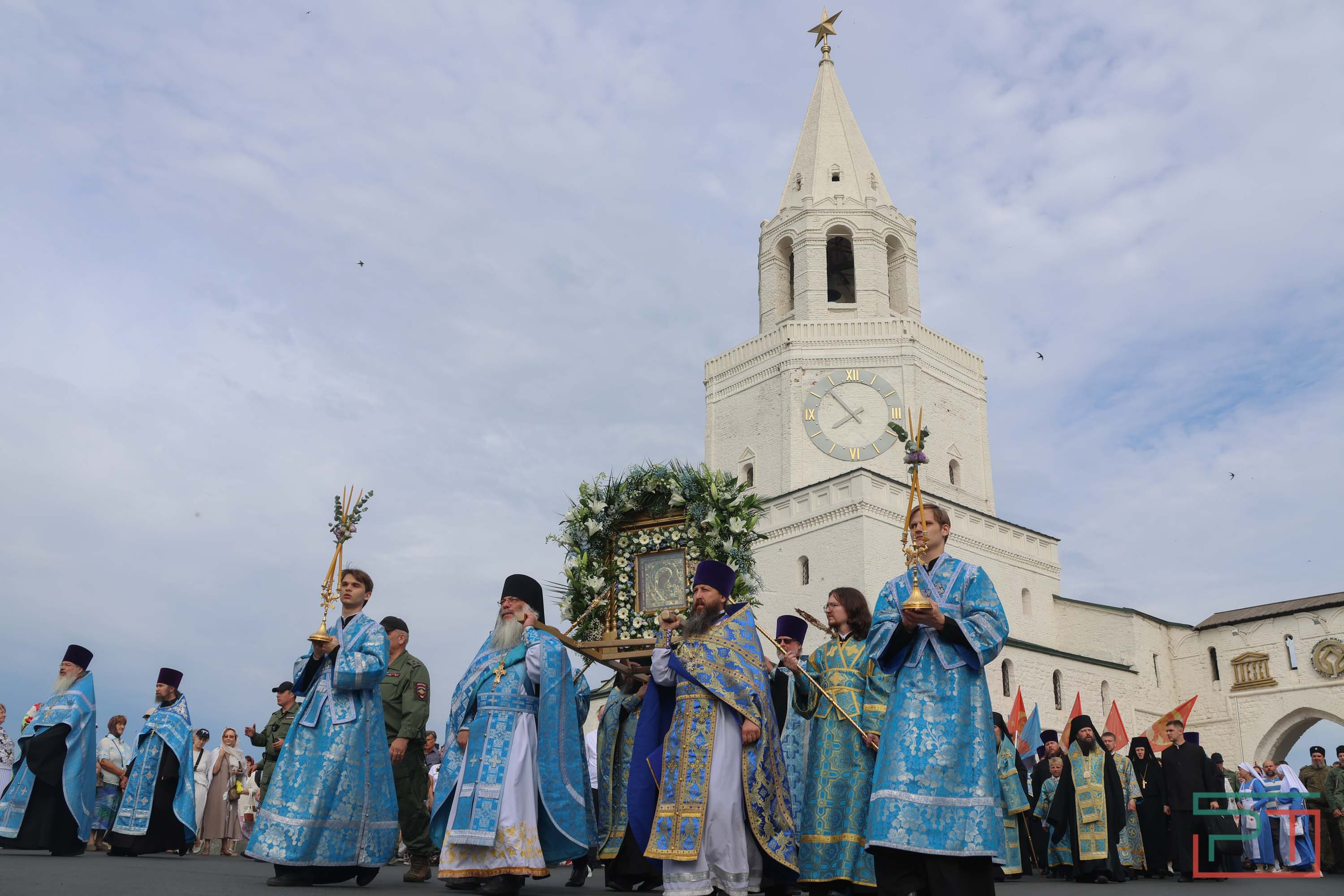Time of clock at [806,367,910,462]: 7:52
